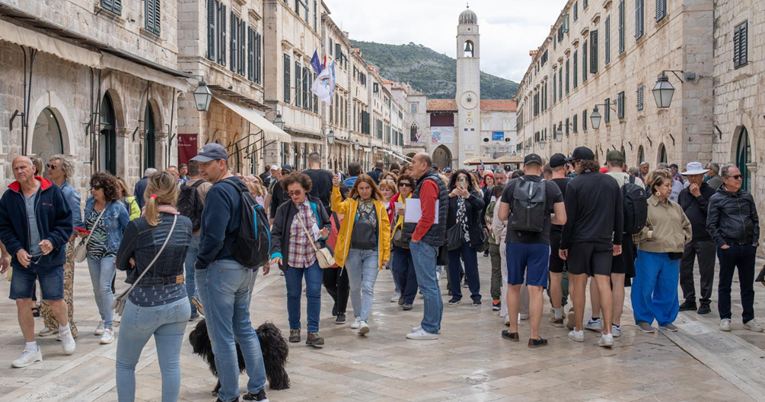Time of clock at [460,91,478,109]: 9:01
